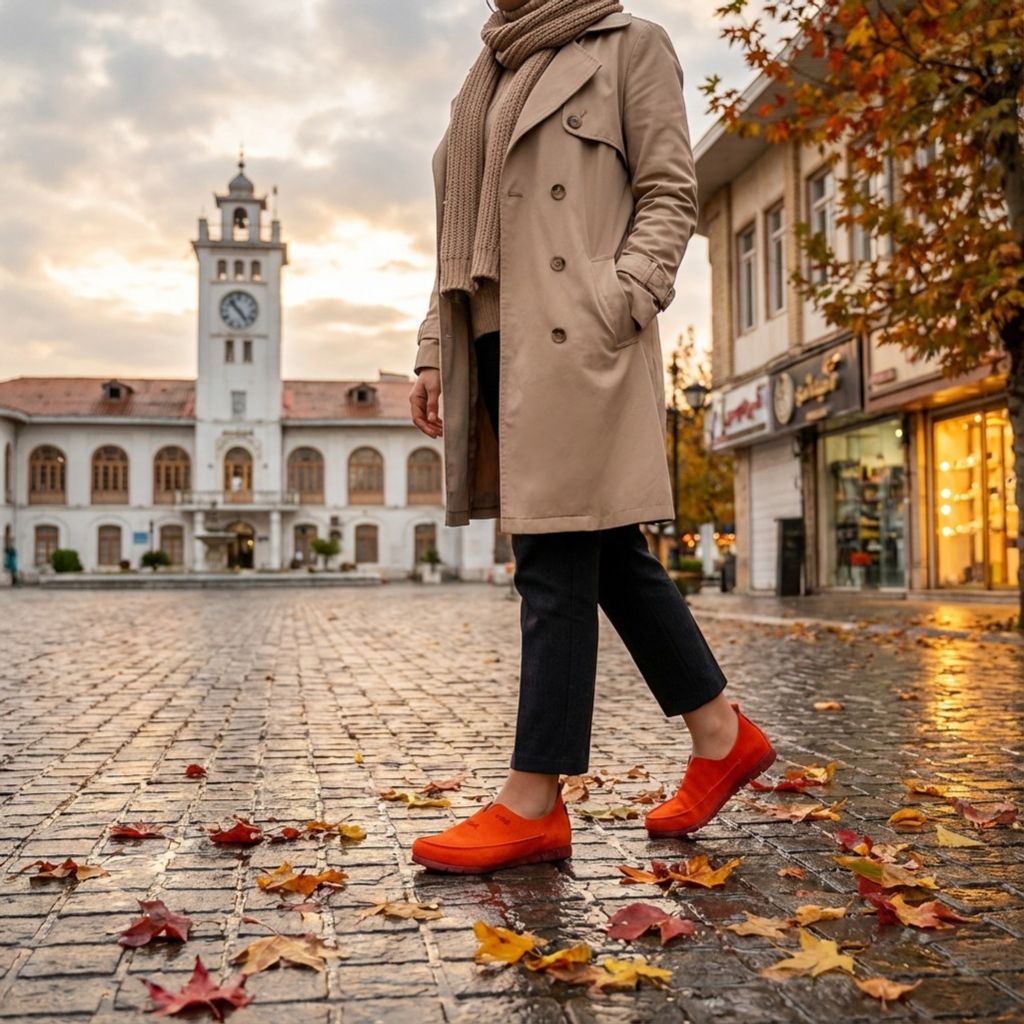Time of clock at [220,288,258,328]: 4:53
